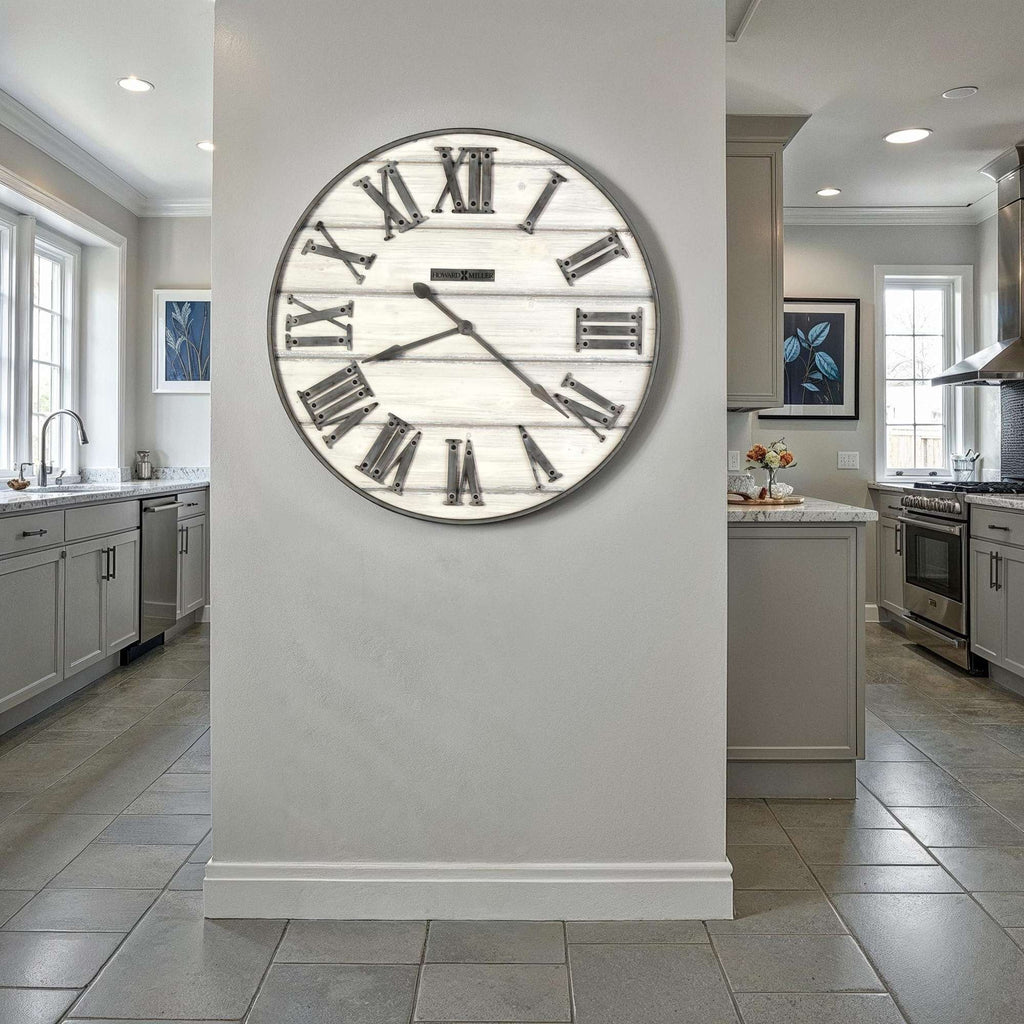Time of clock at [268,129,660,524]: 8:21
